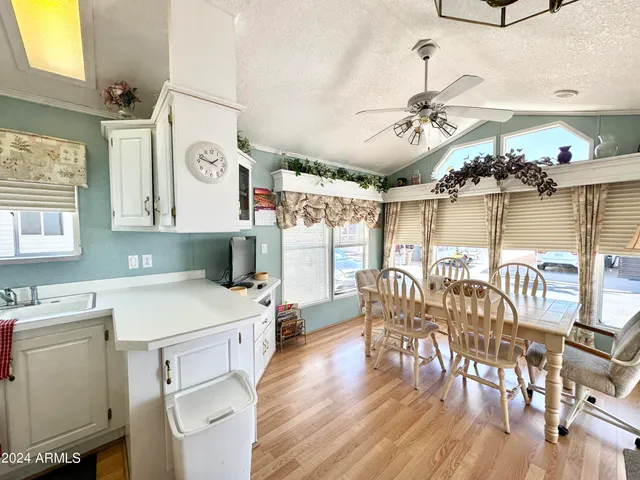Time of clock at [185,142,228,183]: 1:47
